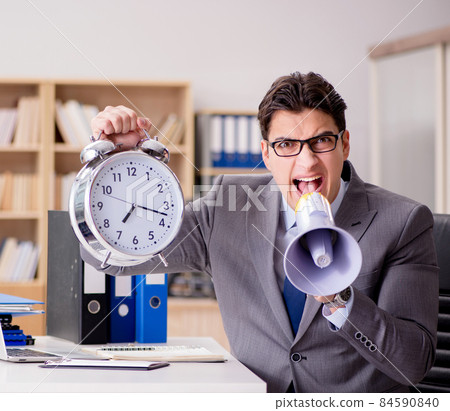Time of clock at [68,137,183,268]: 7:17
